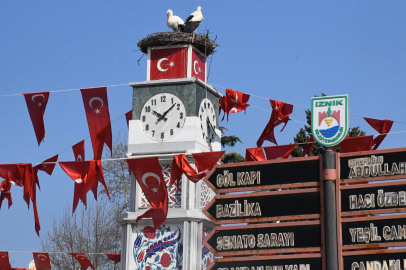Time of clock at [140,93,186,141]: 10:07
